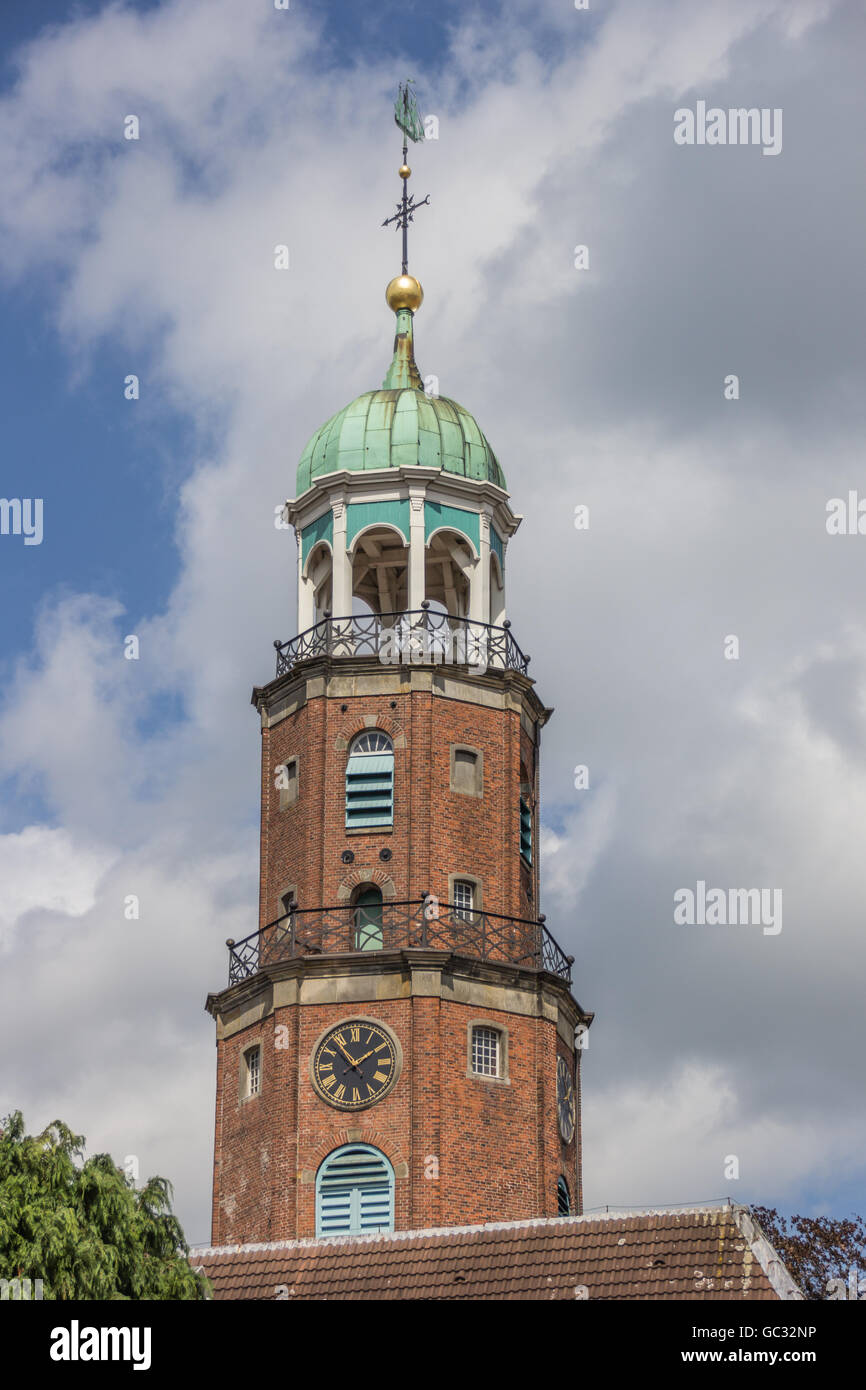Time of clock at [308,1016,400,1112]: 1:53
